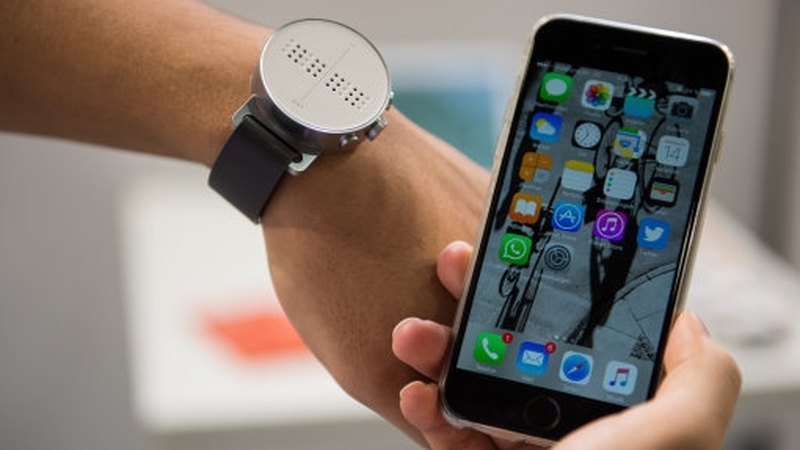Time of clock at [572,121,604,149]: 11:35
